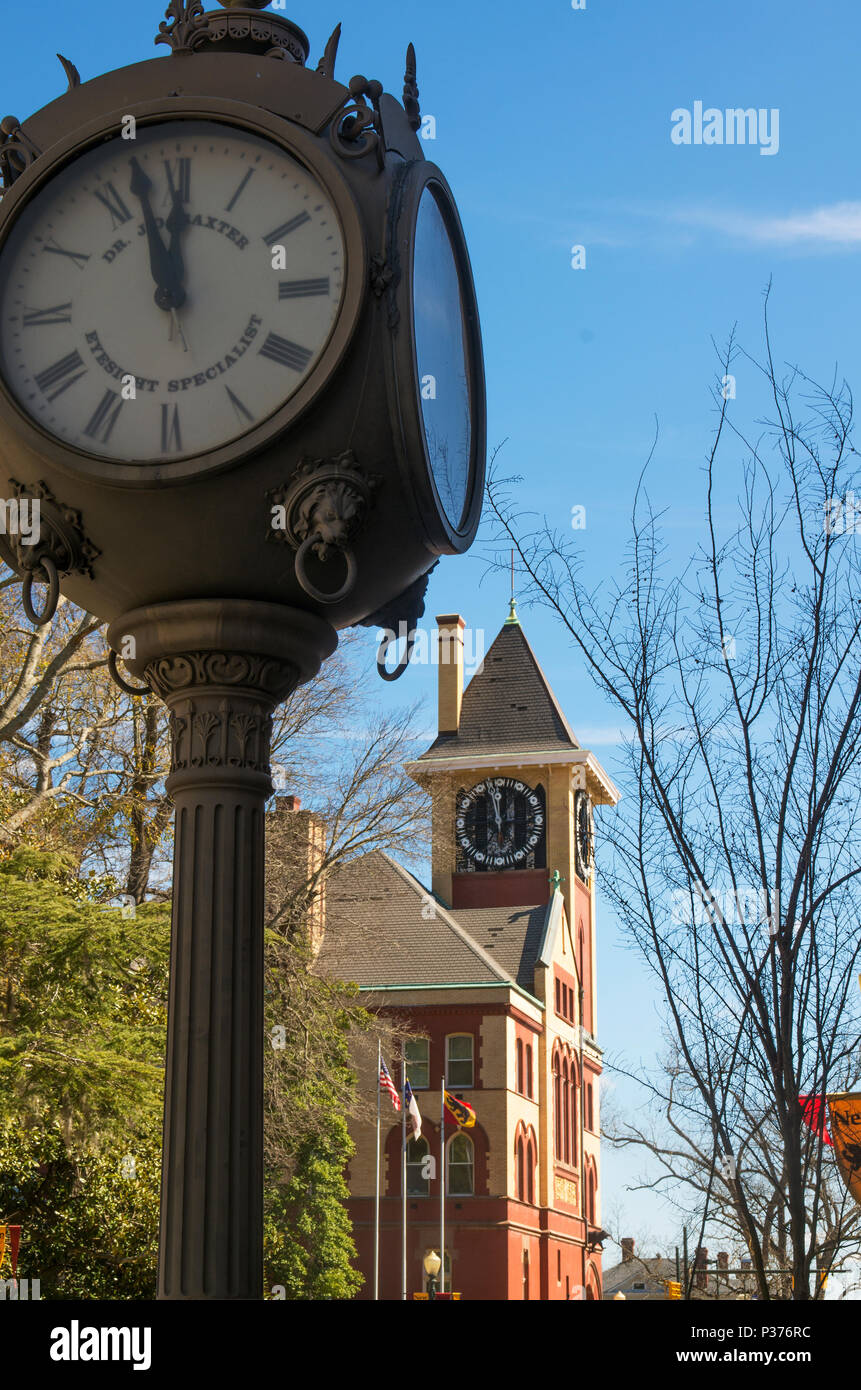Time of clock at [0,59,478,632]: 11:56
